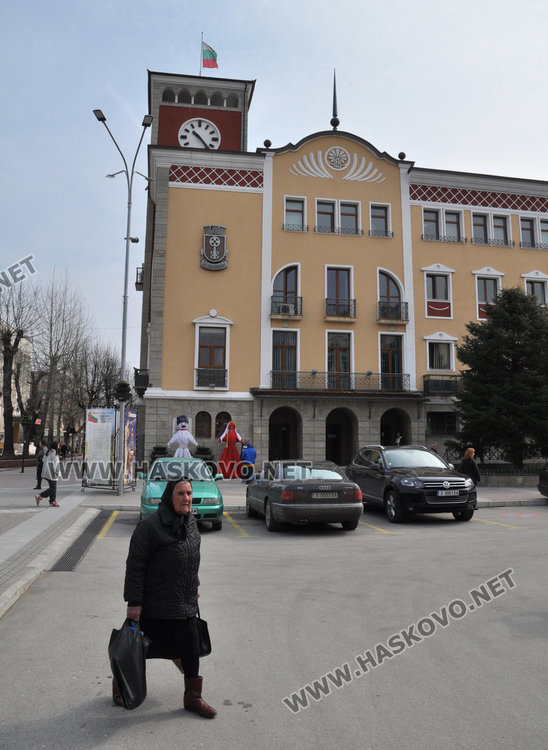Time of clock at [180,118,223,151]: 10:23
